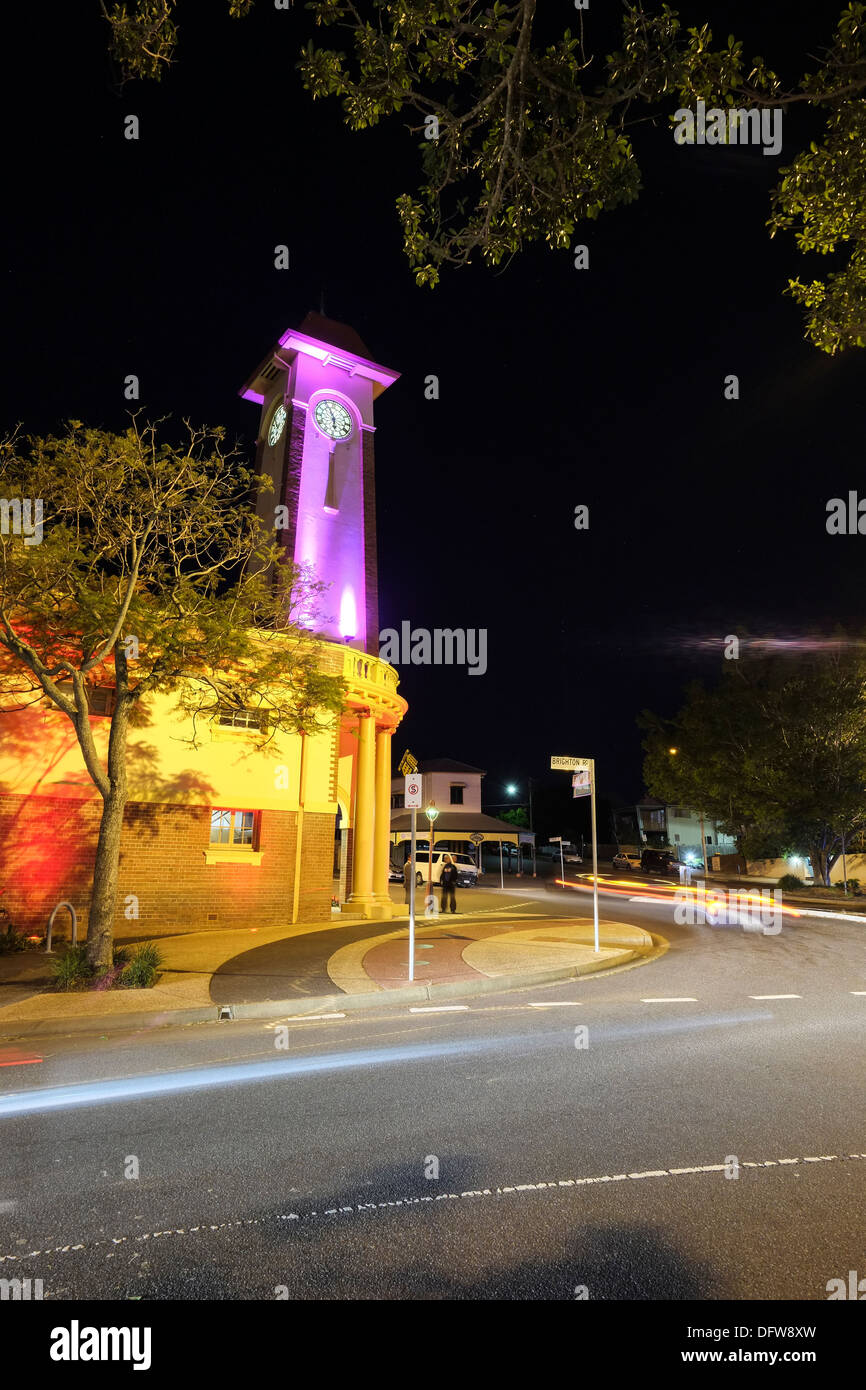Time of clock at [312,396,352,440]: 5:55
